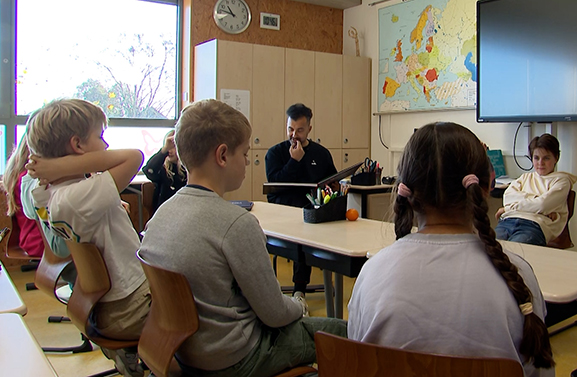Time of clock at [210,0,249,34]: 10:46
